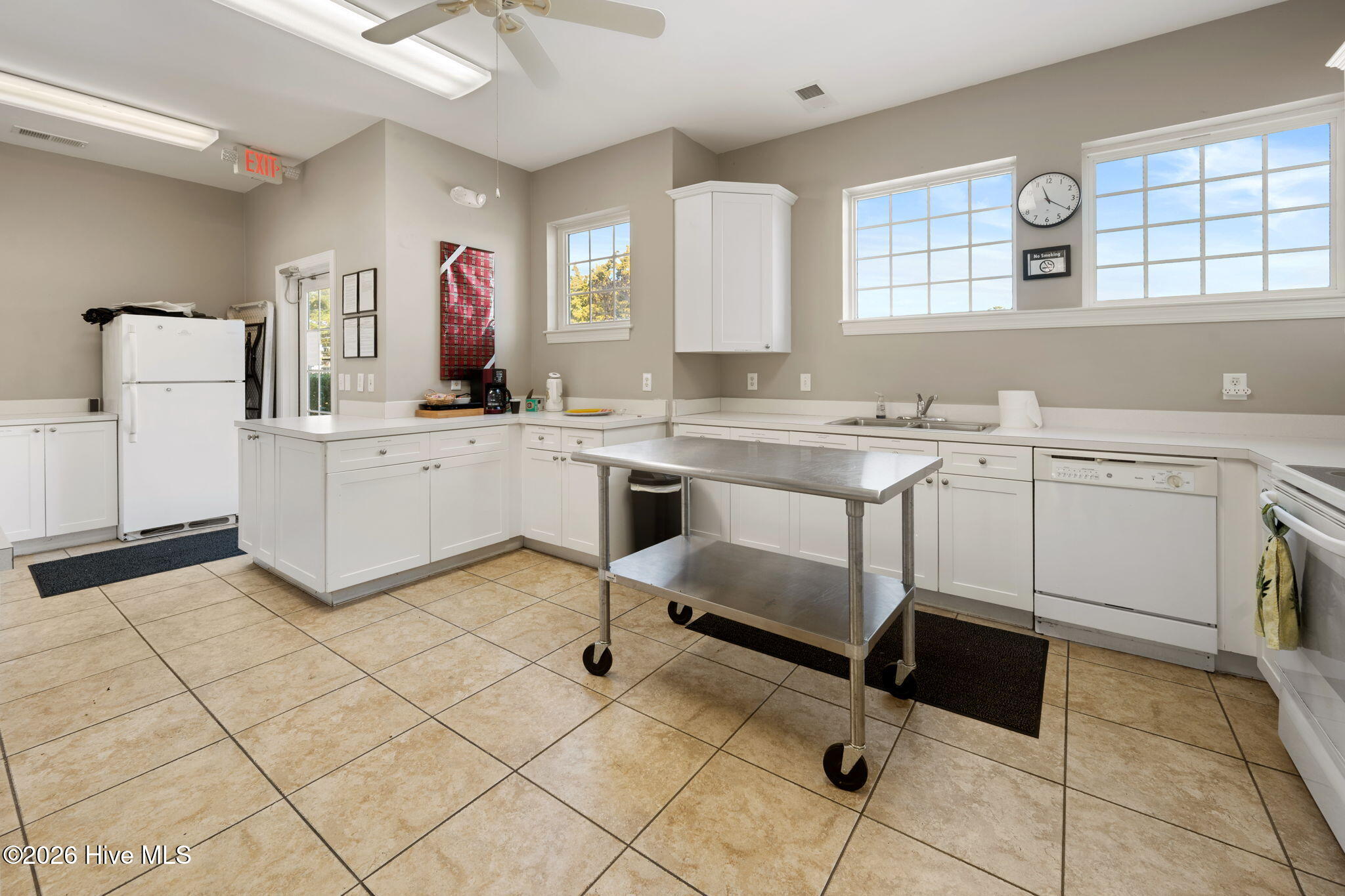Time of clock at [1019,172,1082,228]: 11:20
